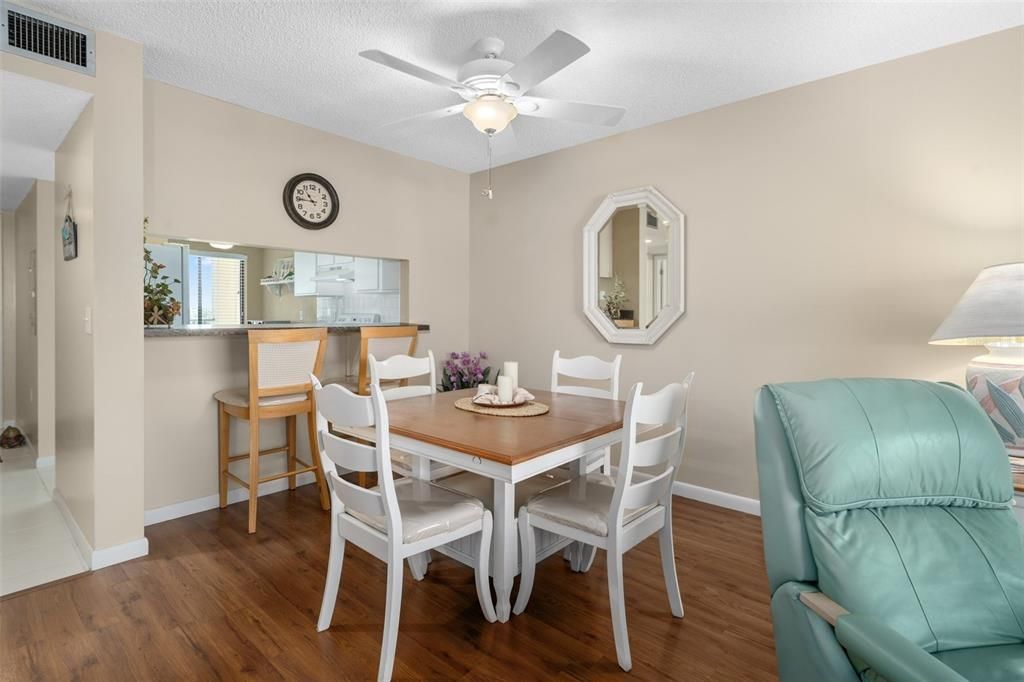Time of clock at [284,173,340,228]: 10:45
